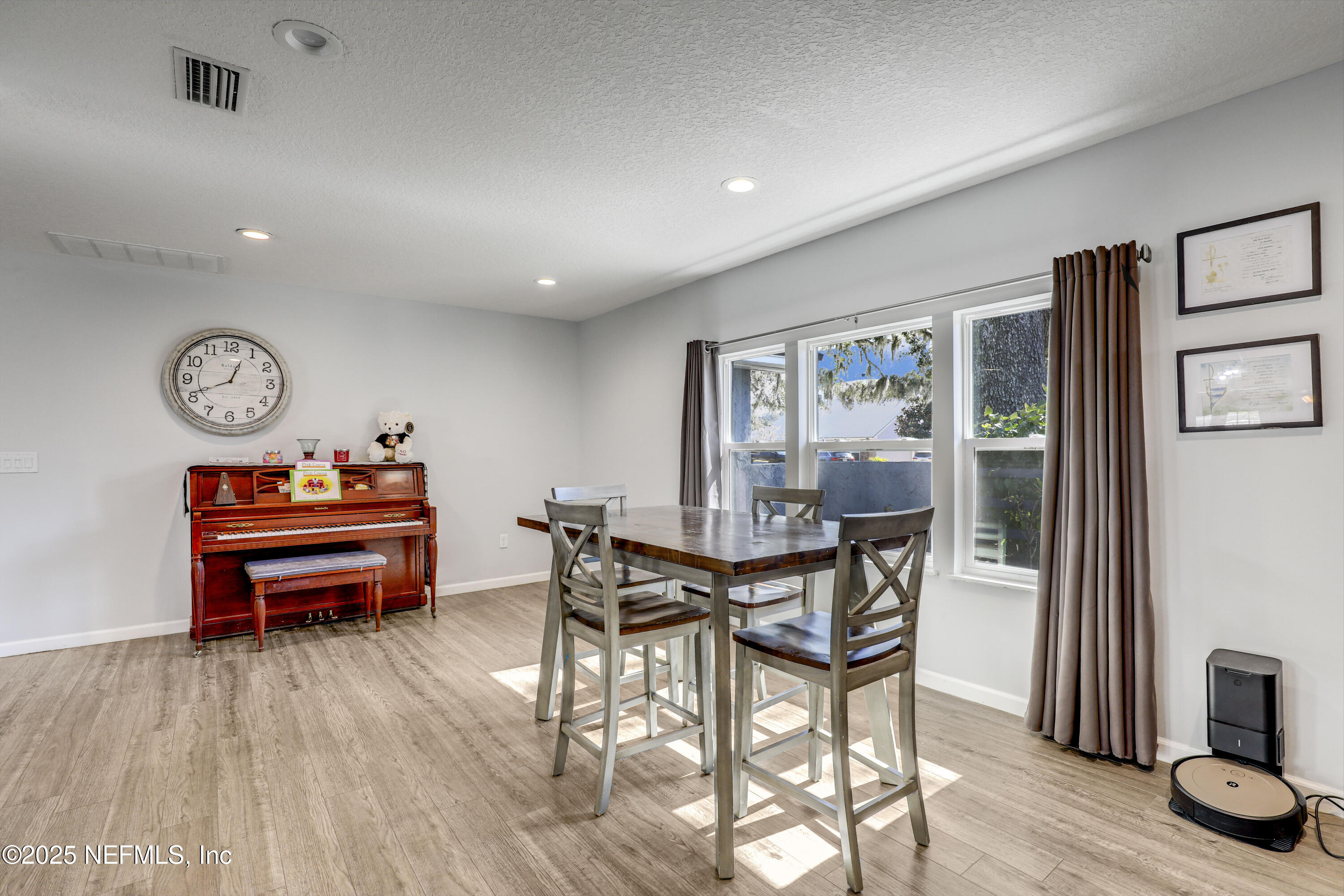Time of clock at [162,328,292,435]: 12:41
